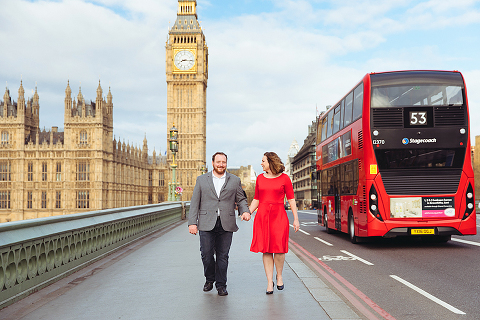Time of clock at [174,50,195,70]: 8:15
